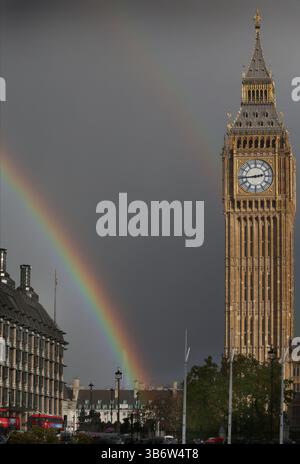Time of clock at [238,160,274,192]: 2:44
